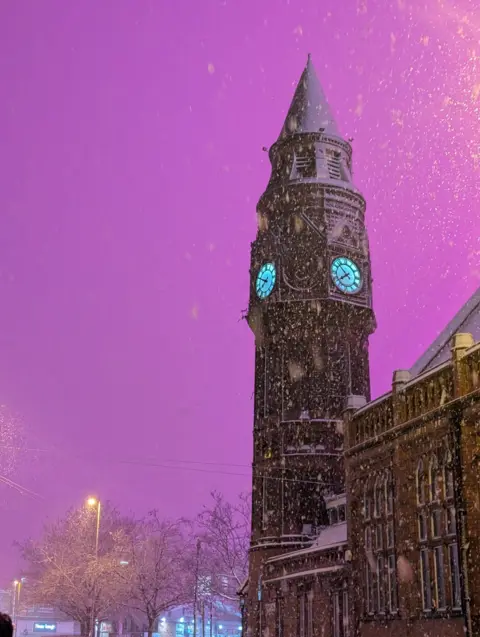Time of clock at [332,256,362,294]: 7:52
